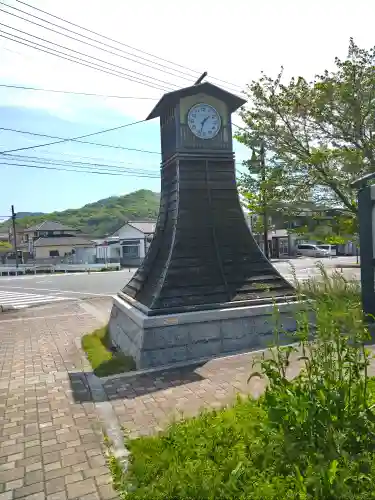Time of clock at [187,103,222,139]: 1:32
